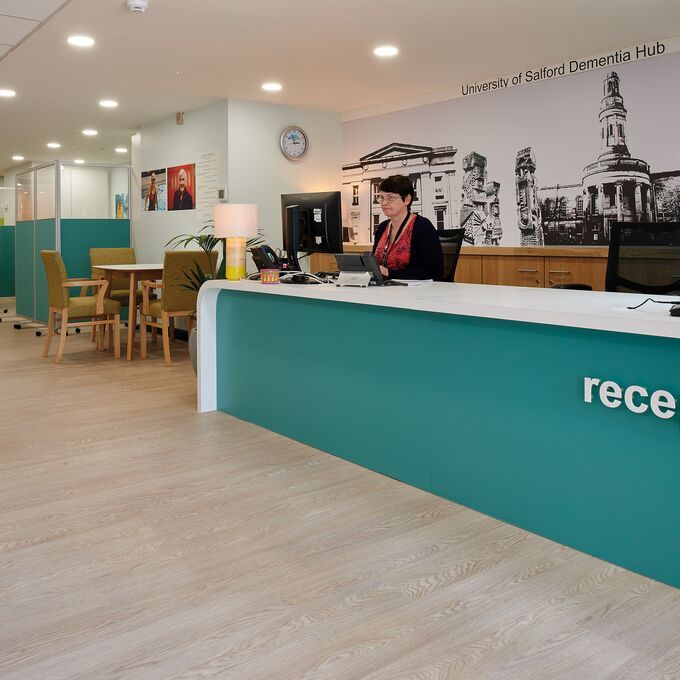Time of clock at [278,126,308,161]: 2:56
